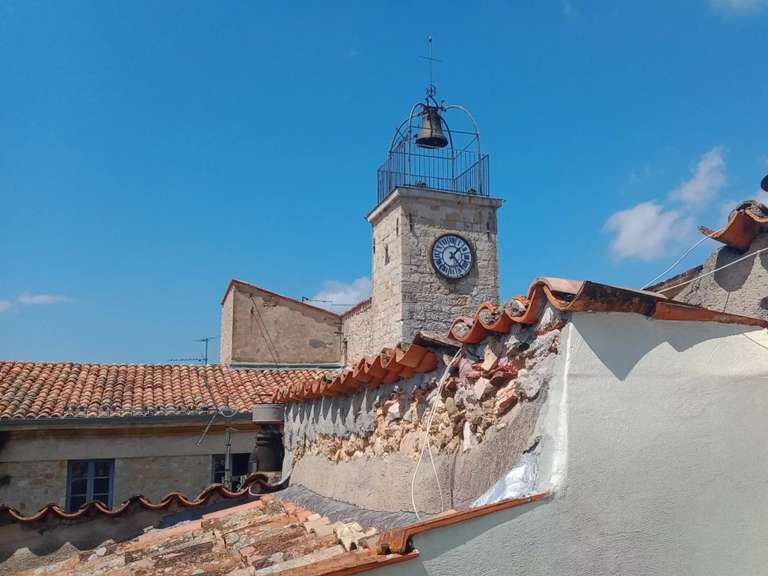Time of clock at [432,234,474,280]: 1:23
